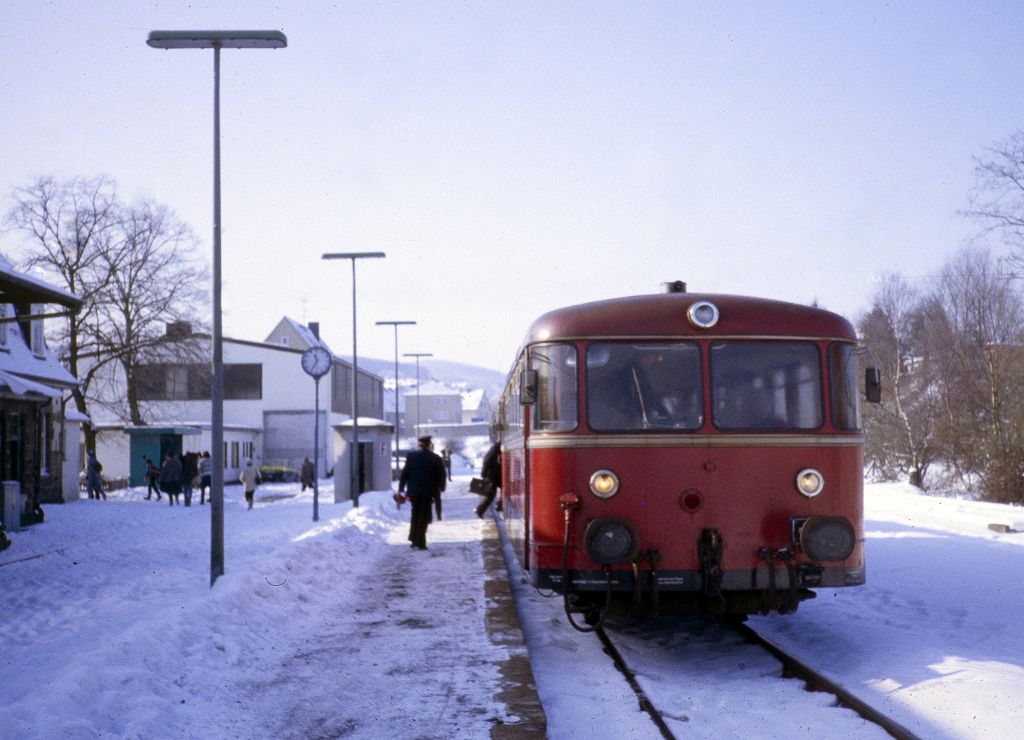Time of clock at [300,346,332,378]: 11:35
